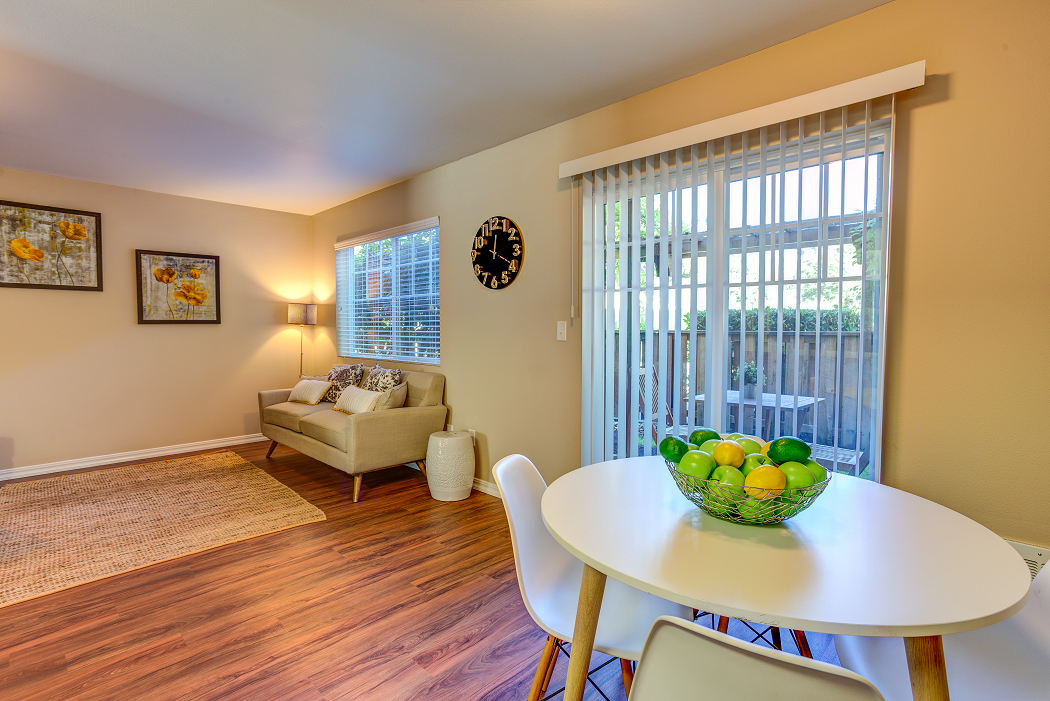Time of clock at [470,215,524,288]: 12:19
